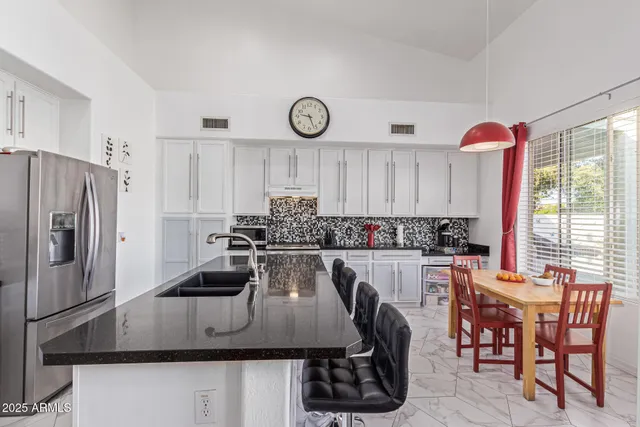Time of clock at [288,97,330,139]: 9:26
